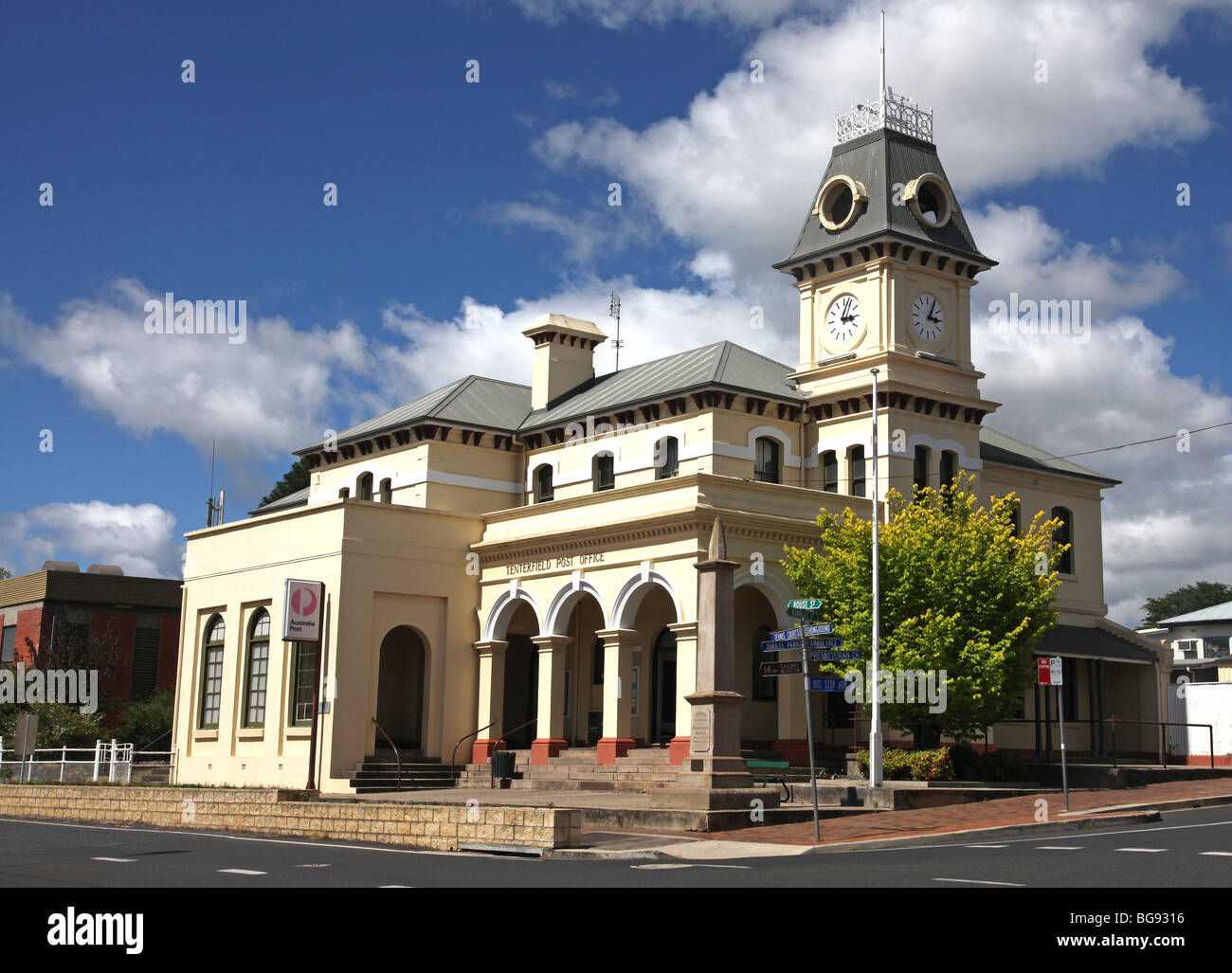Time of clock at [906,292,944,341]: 3:04
